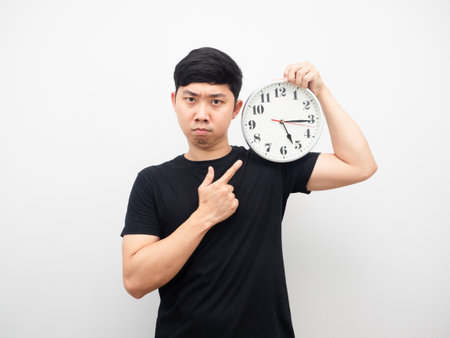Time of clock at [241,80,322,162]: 5:15
